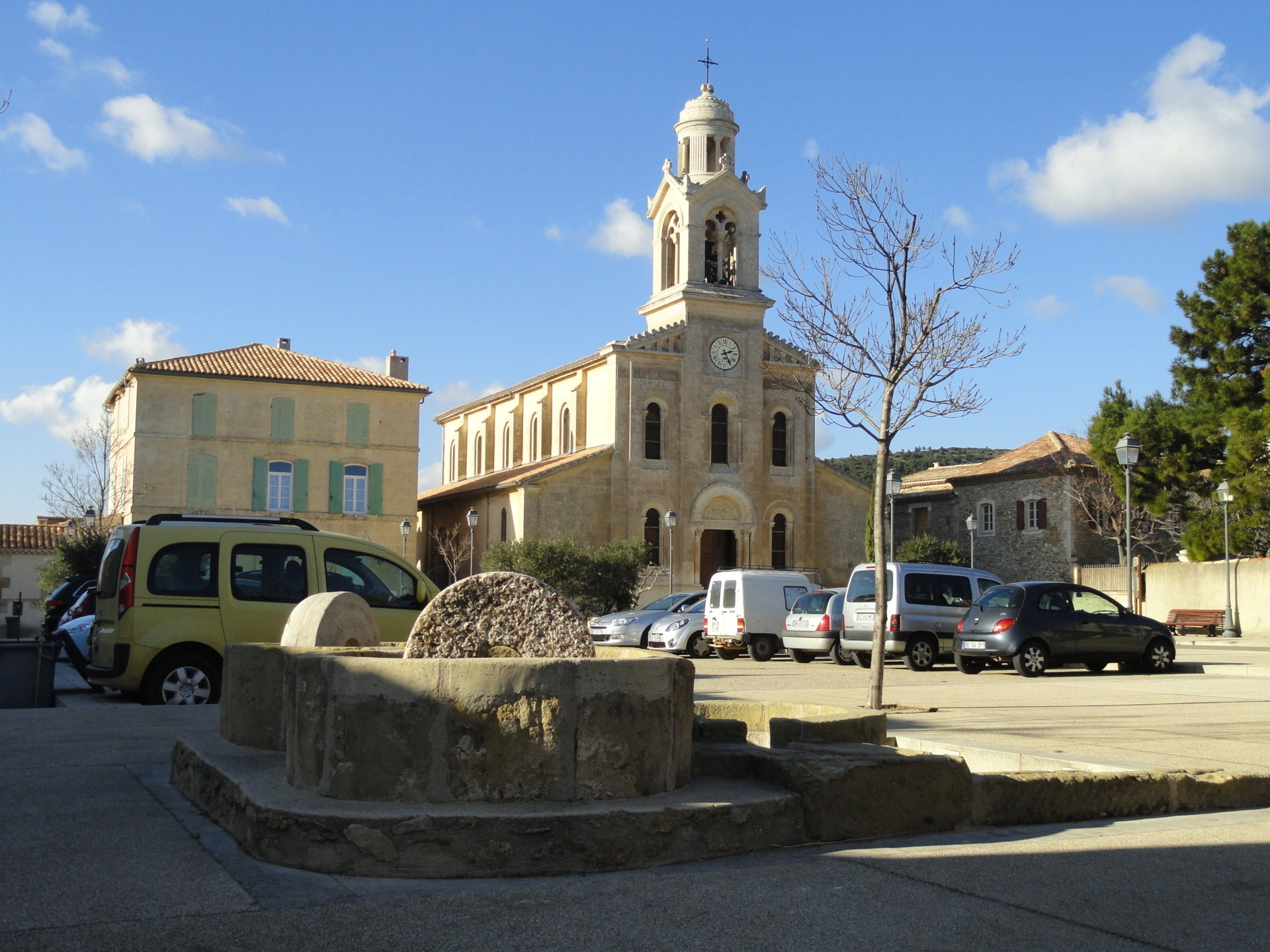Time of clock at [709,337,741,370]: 2:25
